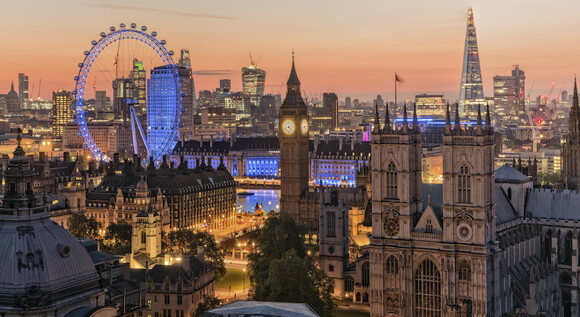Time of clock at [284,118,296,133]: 4:42
